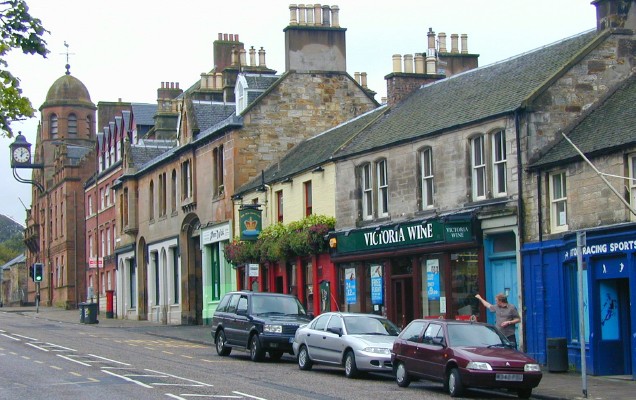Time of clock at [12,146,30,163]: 12:08
